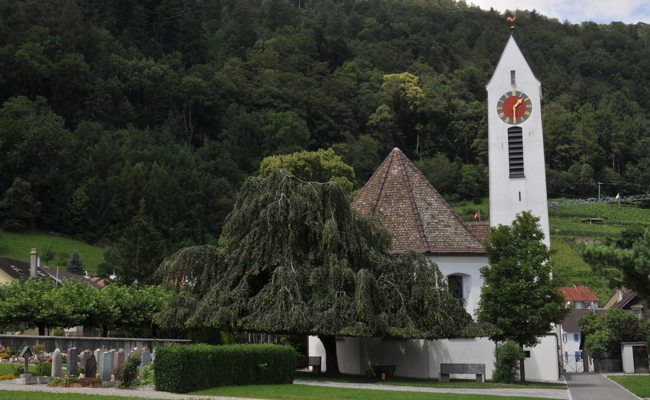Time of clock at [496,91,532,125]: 1:30
